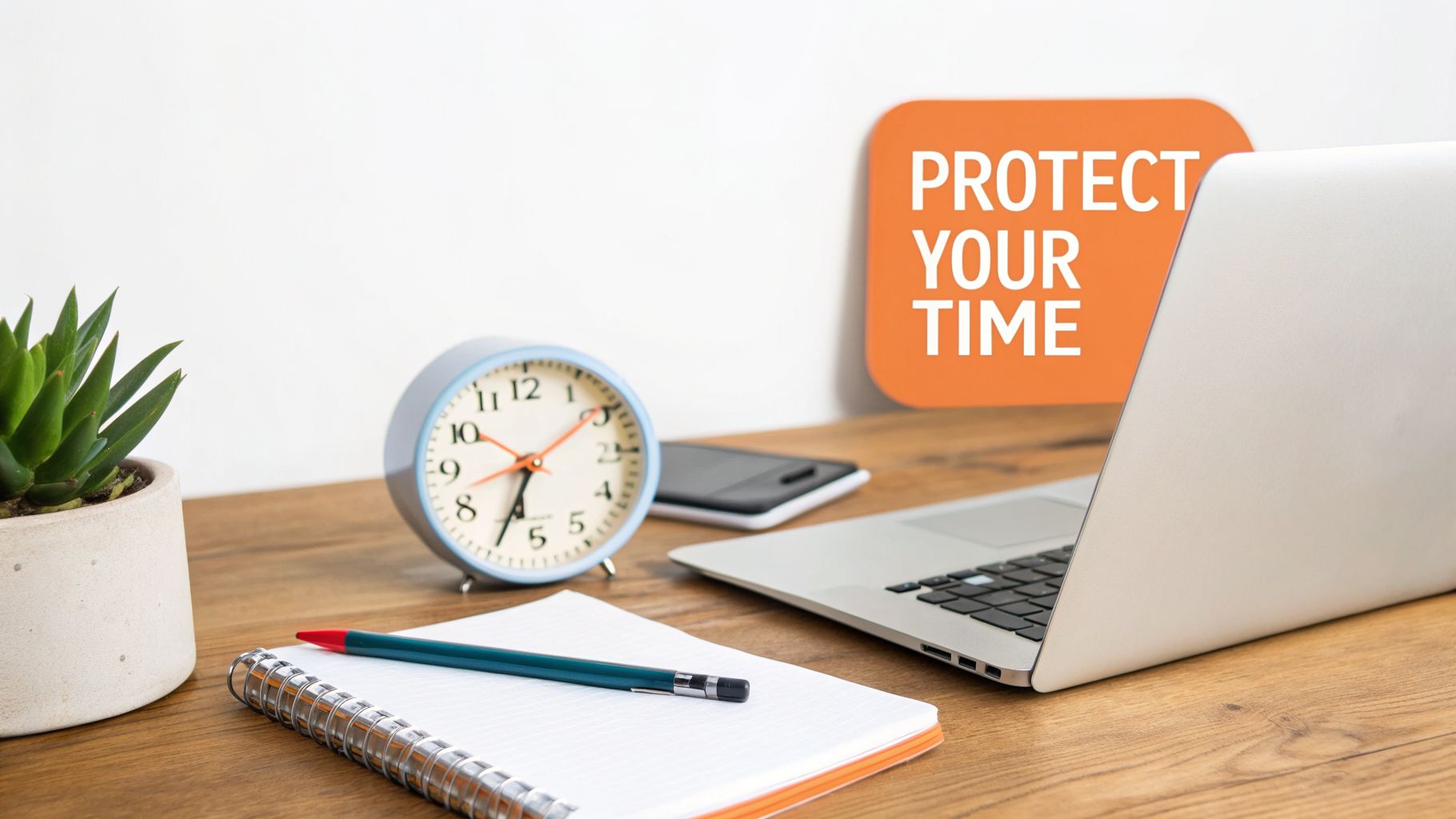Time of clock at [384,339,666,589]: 6:34
